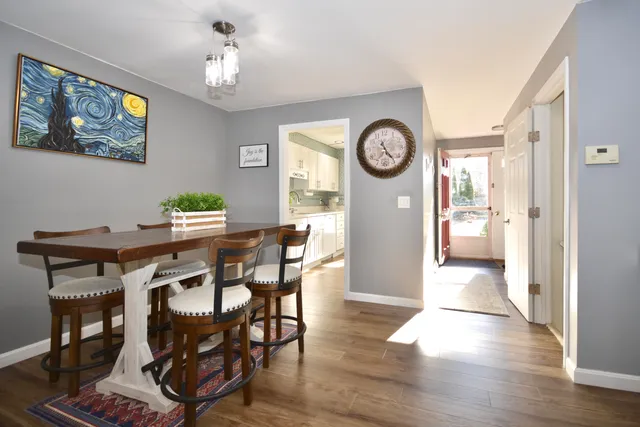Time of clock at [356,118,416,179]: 11:23
